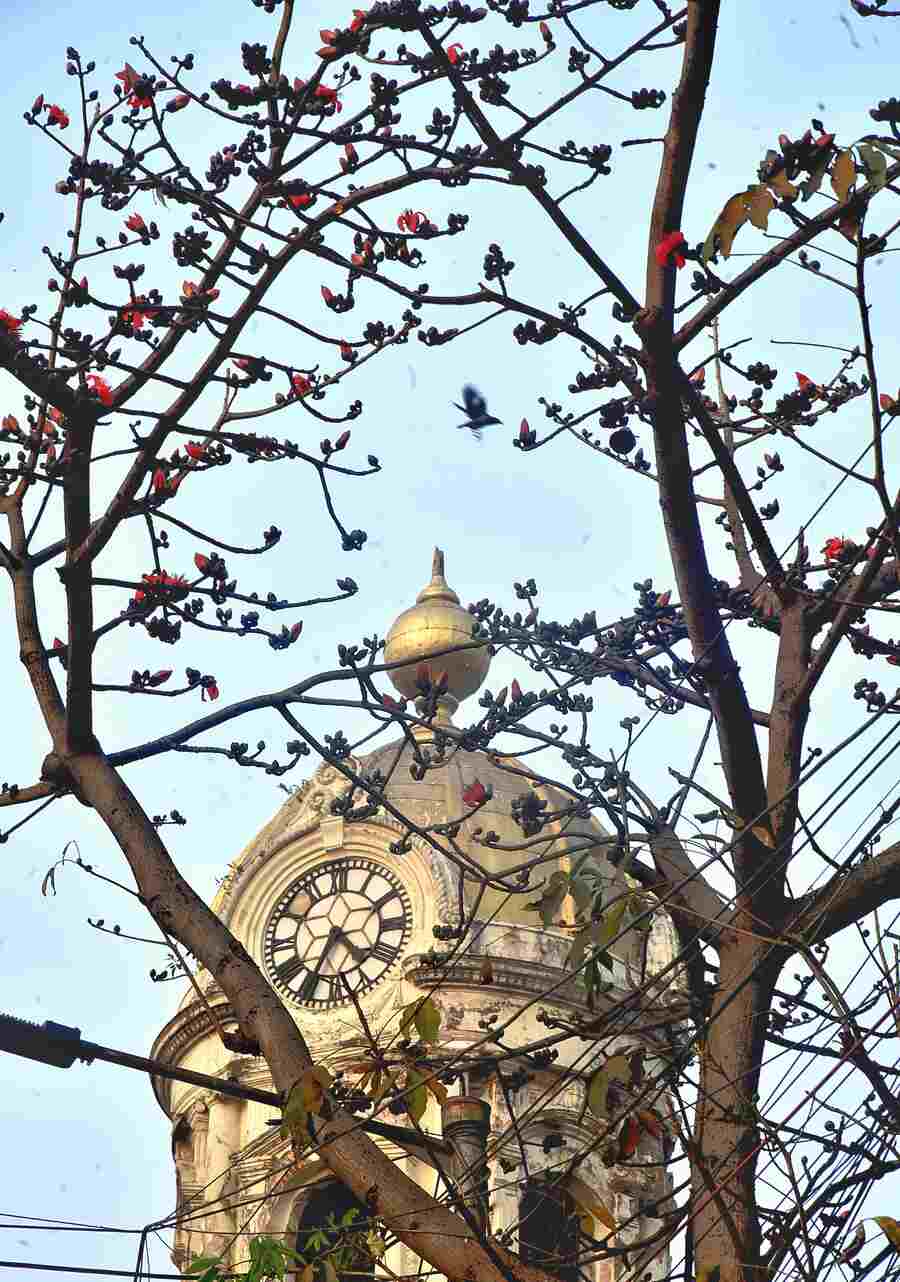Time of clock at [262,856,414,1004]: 4:34
